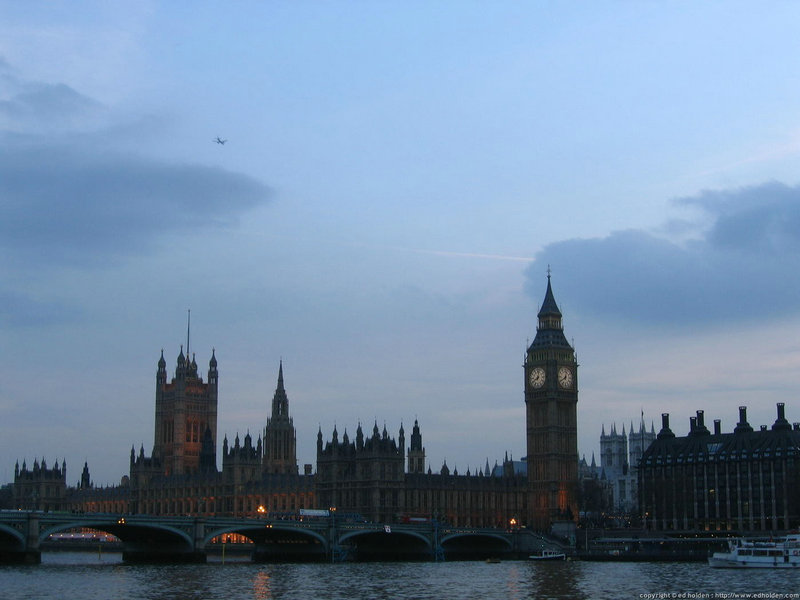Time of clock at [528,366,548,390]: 8:02
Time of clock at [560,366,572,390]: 12:39
